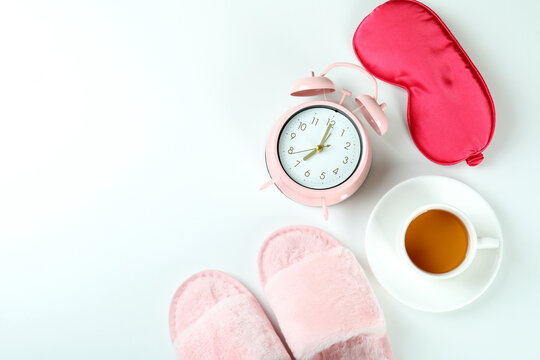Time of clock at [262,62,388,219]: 8:04
